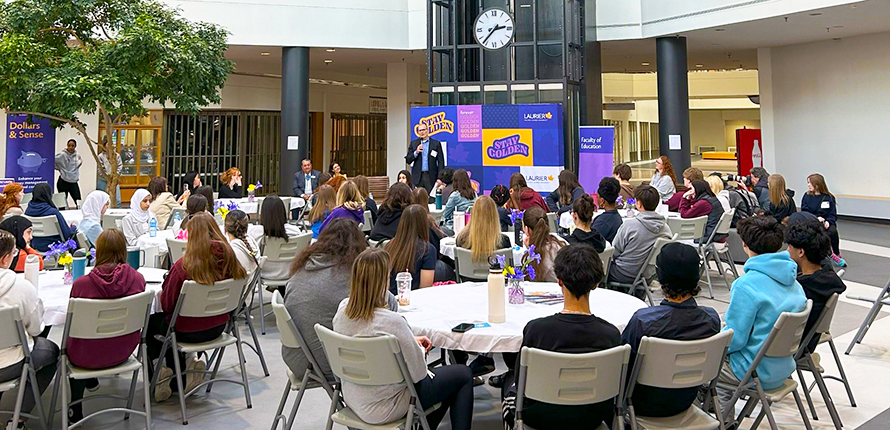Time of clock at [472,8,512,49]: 2:36
